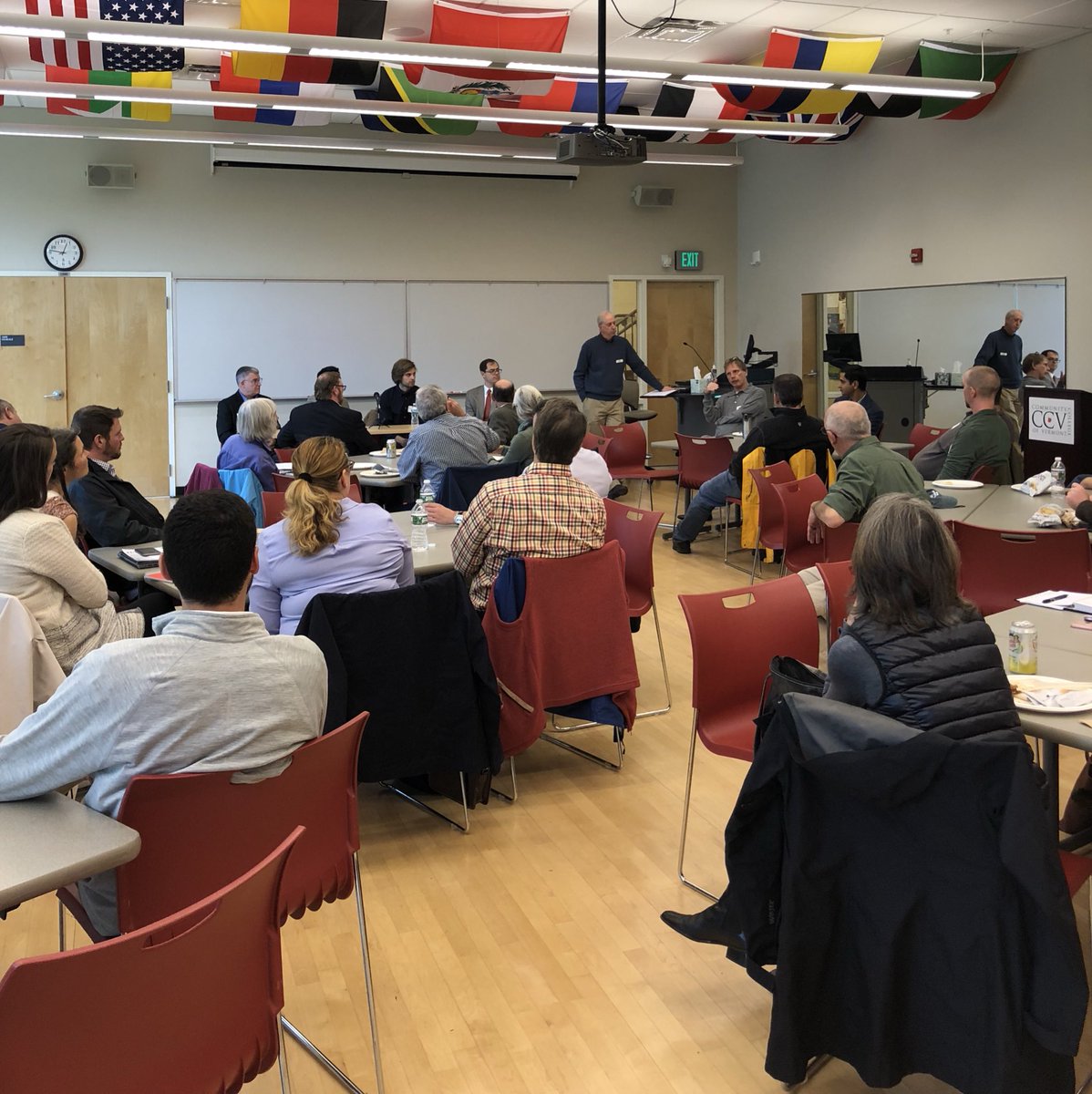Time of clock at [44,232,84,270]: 12:46
